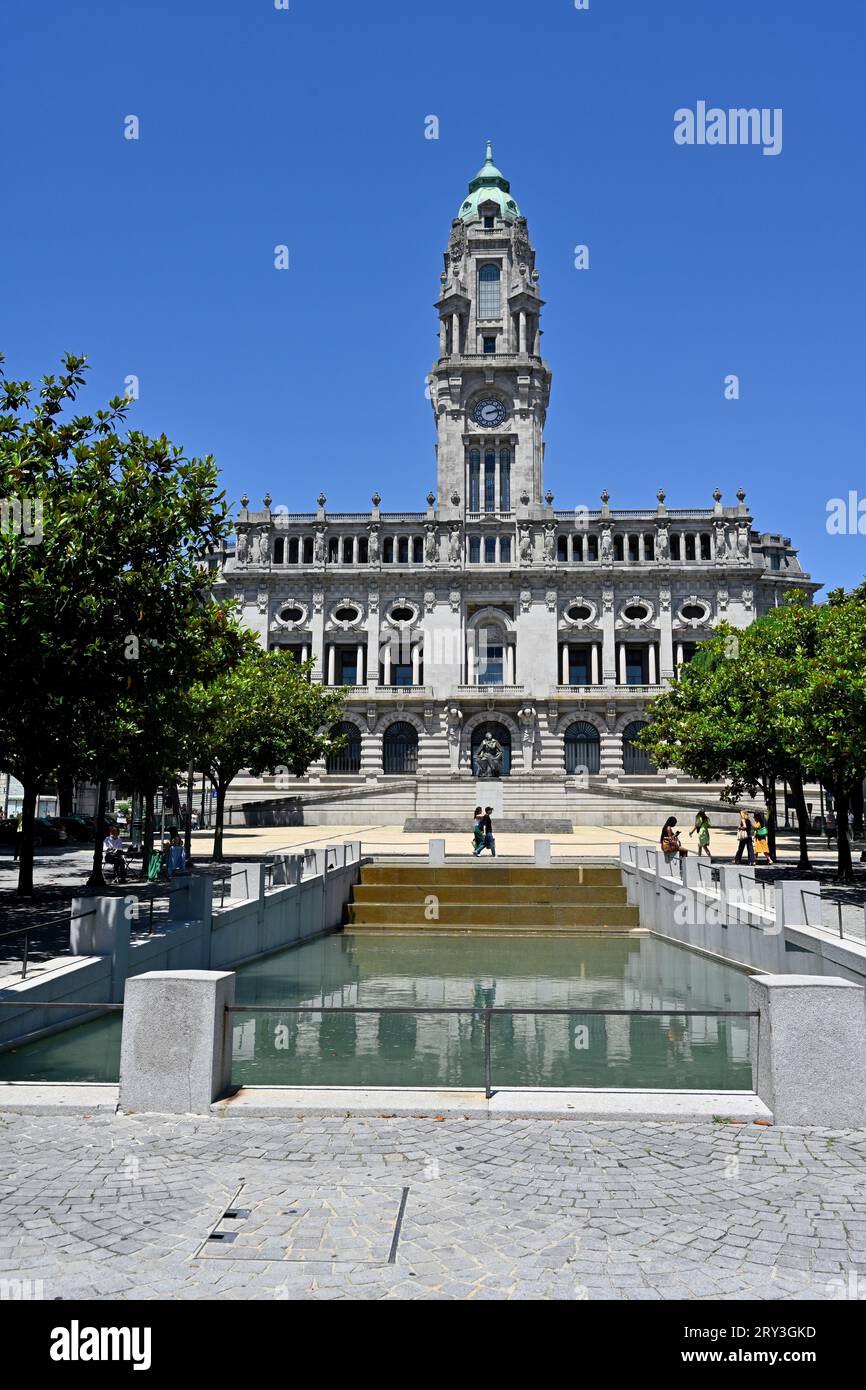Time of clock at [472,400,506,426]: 2:12
